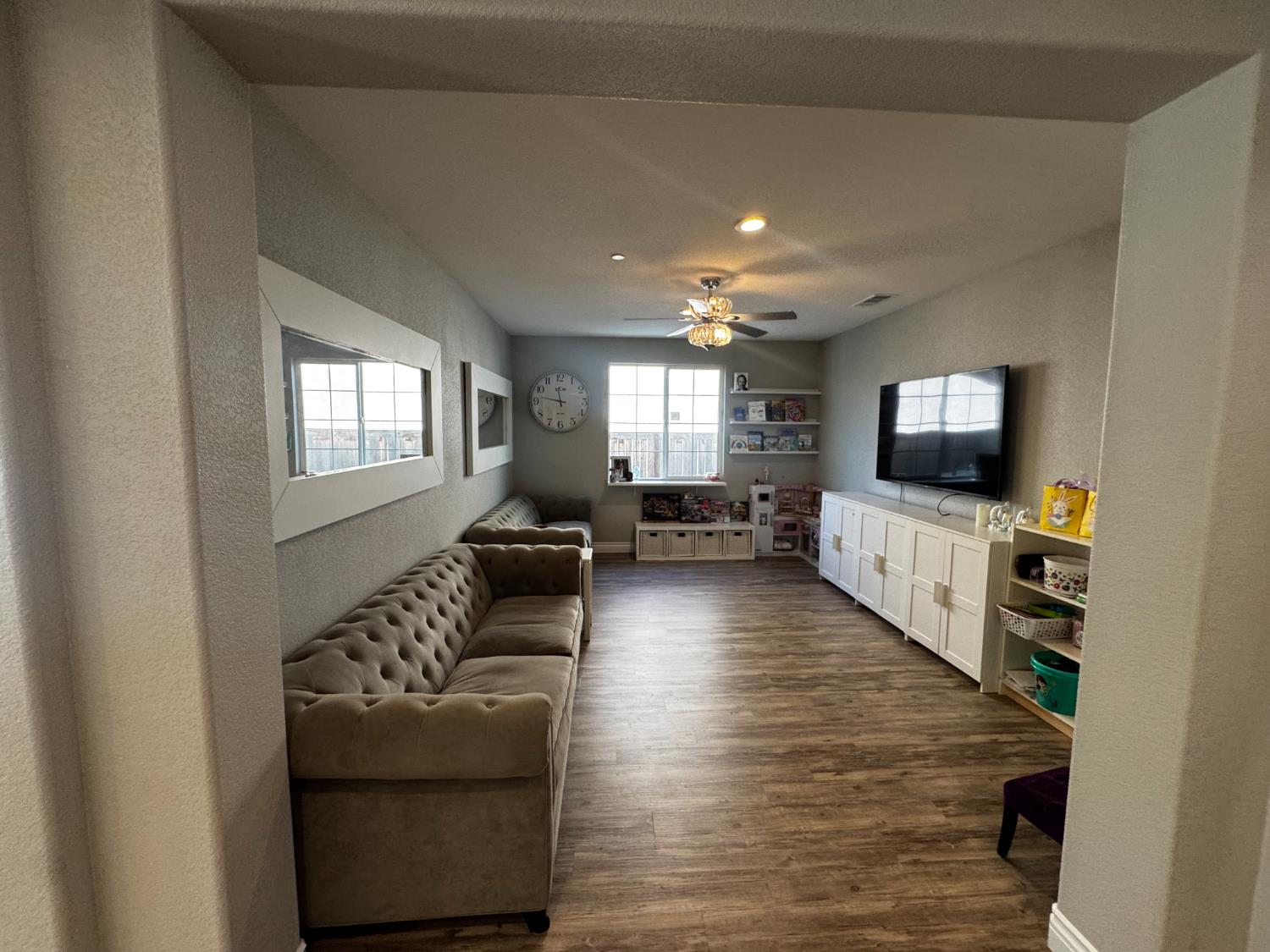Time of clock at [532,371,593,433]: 11:47
